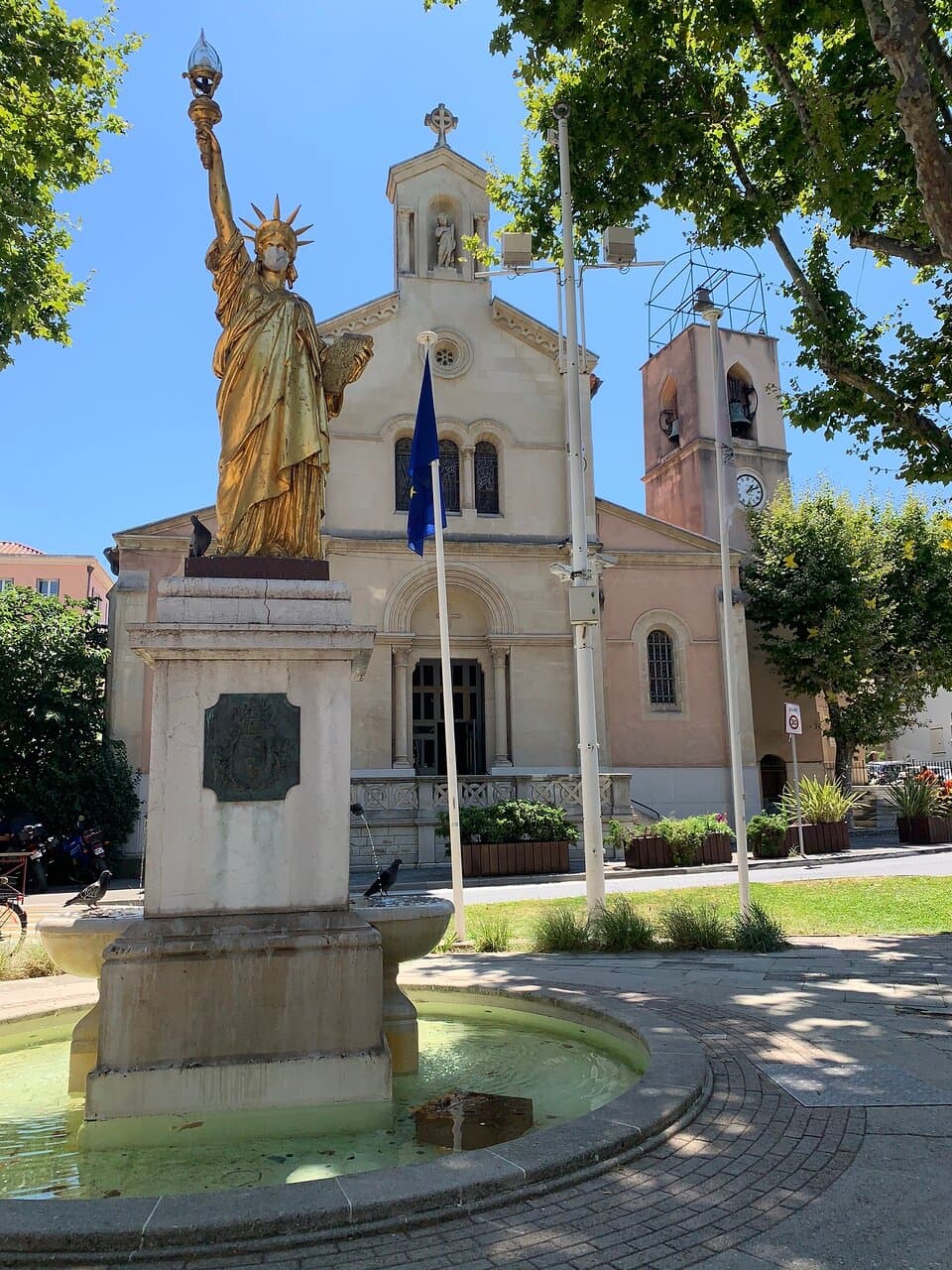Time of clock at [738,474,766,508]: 1:11
